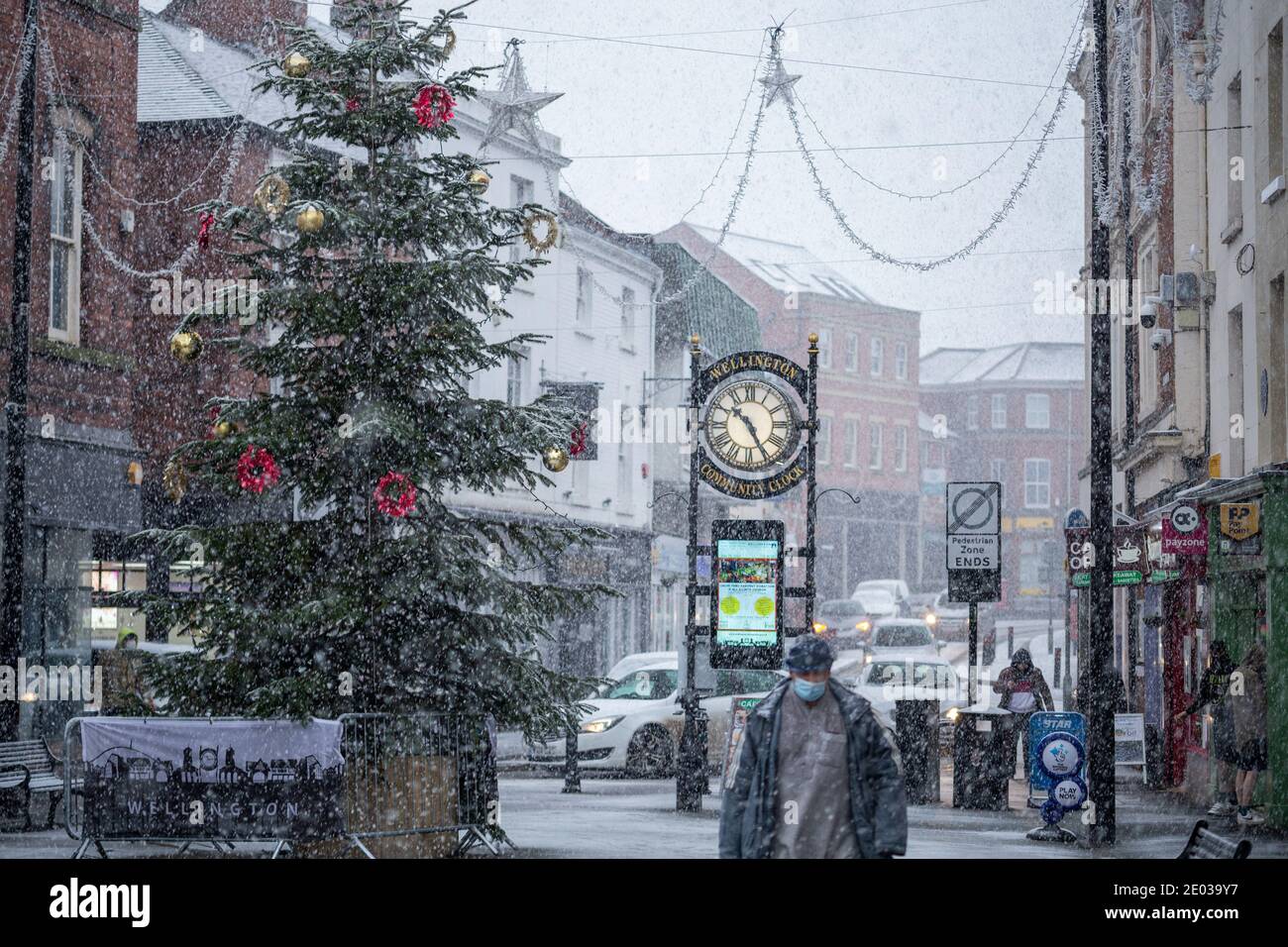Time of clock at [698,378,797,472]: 10:25
